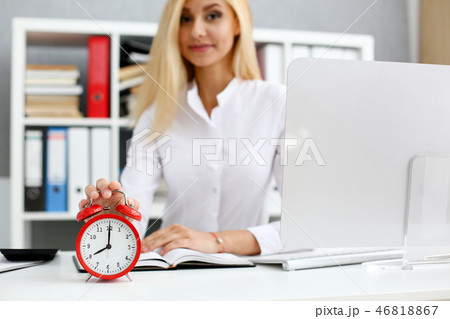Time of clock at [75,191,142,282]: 8:00
